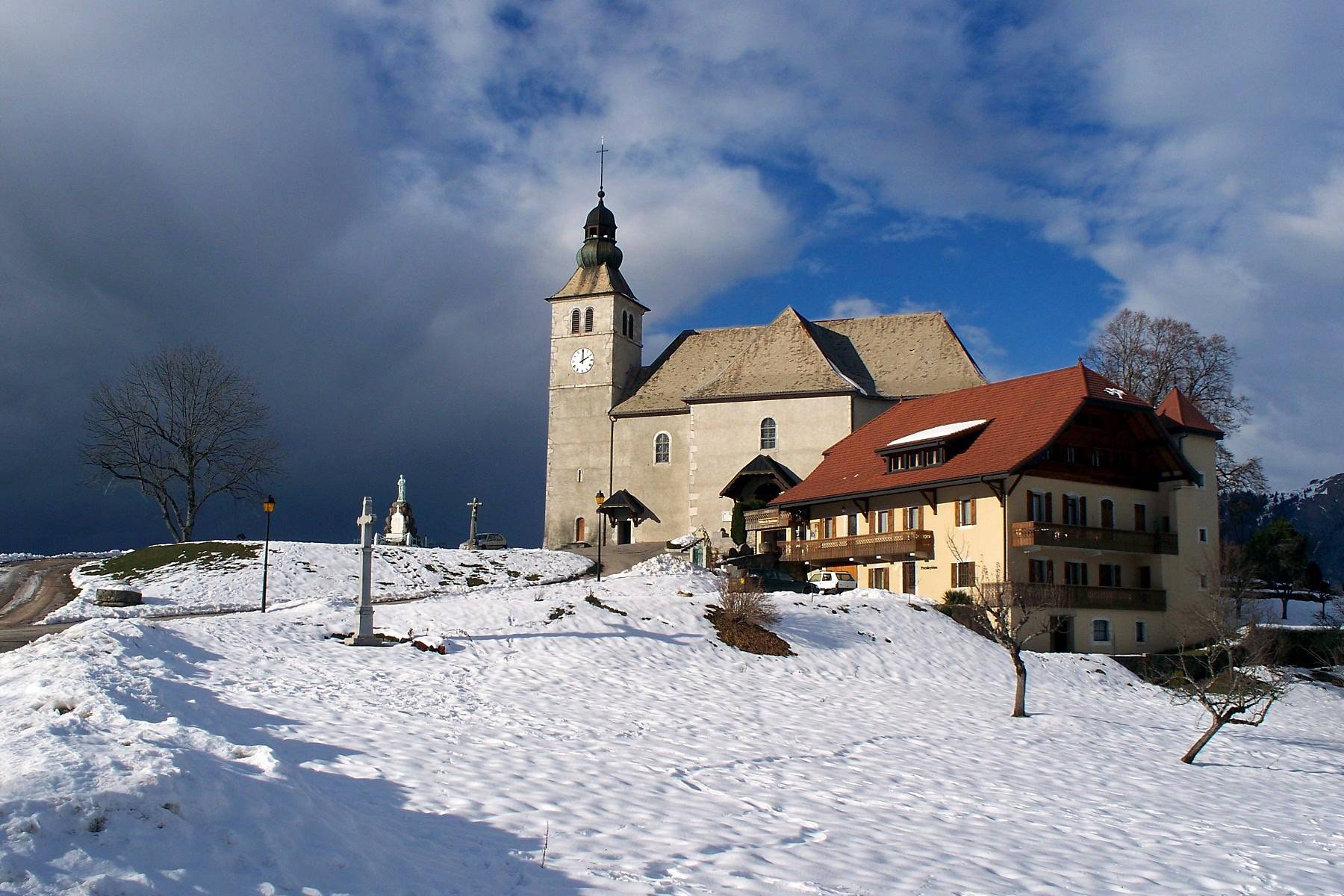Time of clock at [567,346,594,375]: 2:00
